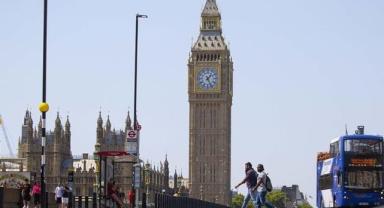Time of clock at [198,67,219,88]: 1:26
